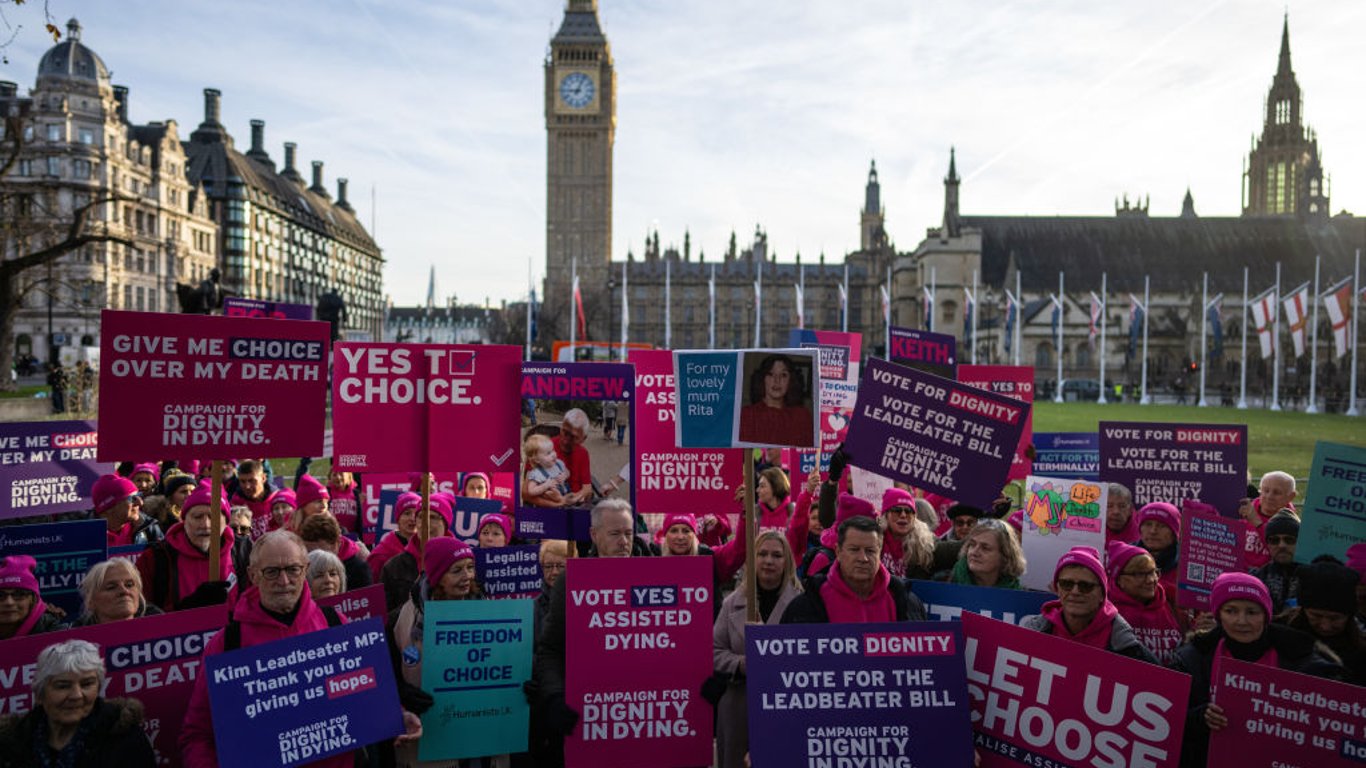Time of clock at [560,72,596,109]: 9:03
